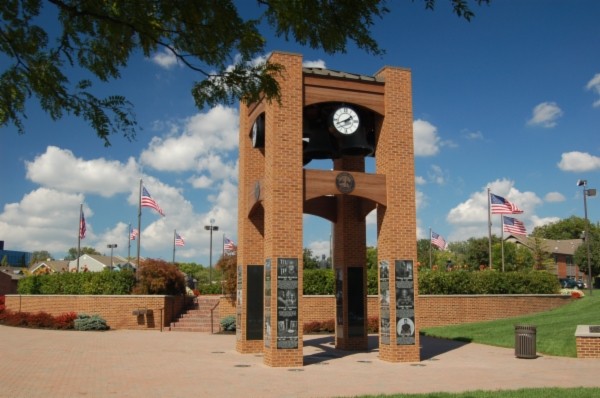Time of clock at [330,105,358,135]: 1:41
